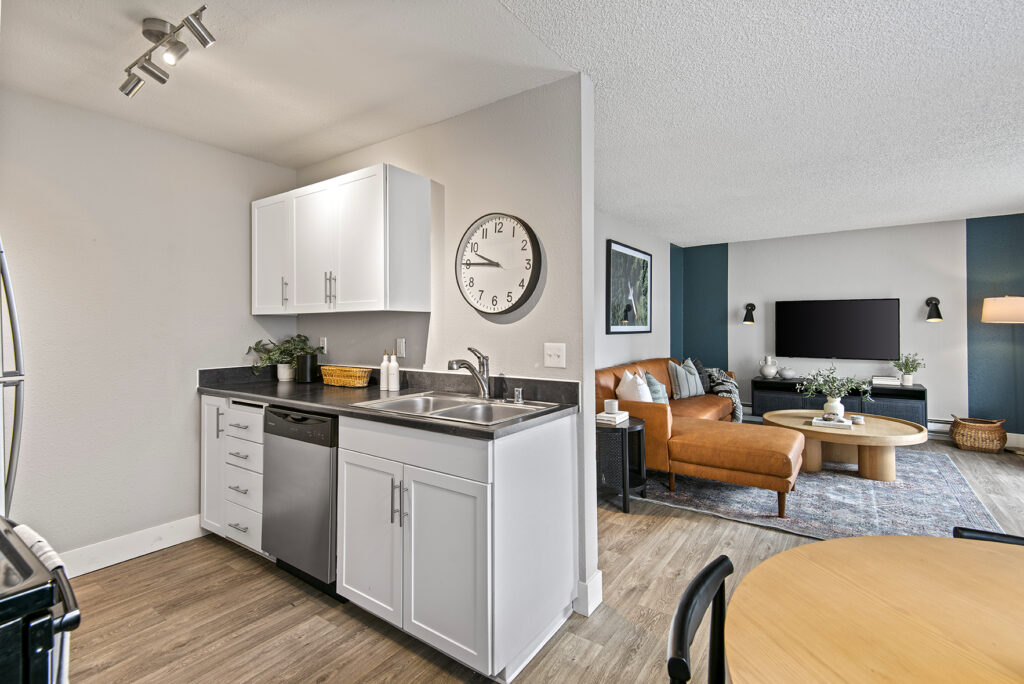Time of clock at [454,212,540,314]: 9:45
